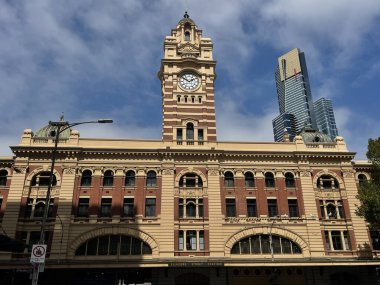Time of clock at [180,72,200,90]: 1:51
